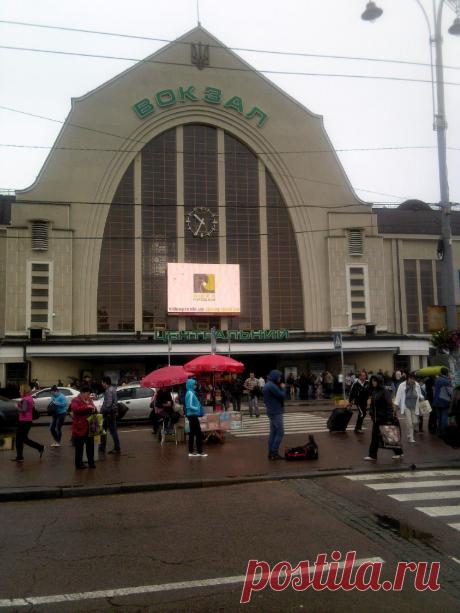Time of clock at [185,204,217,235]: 10:34
